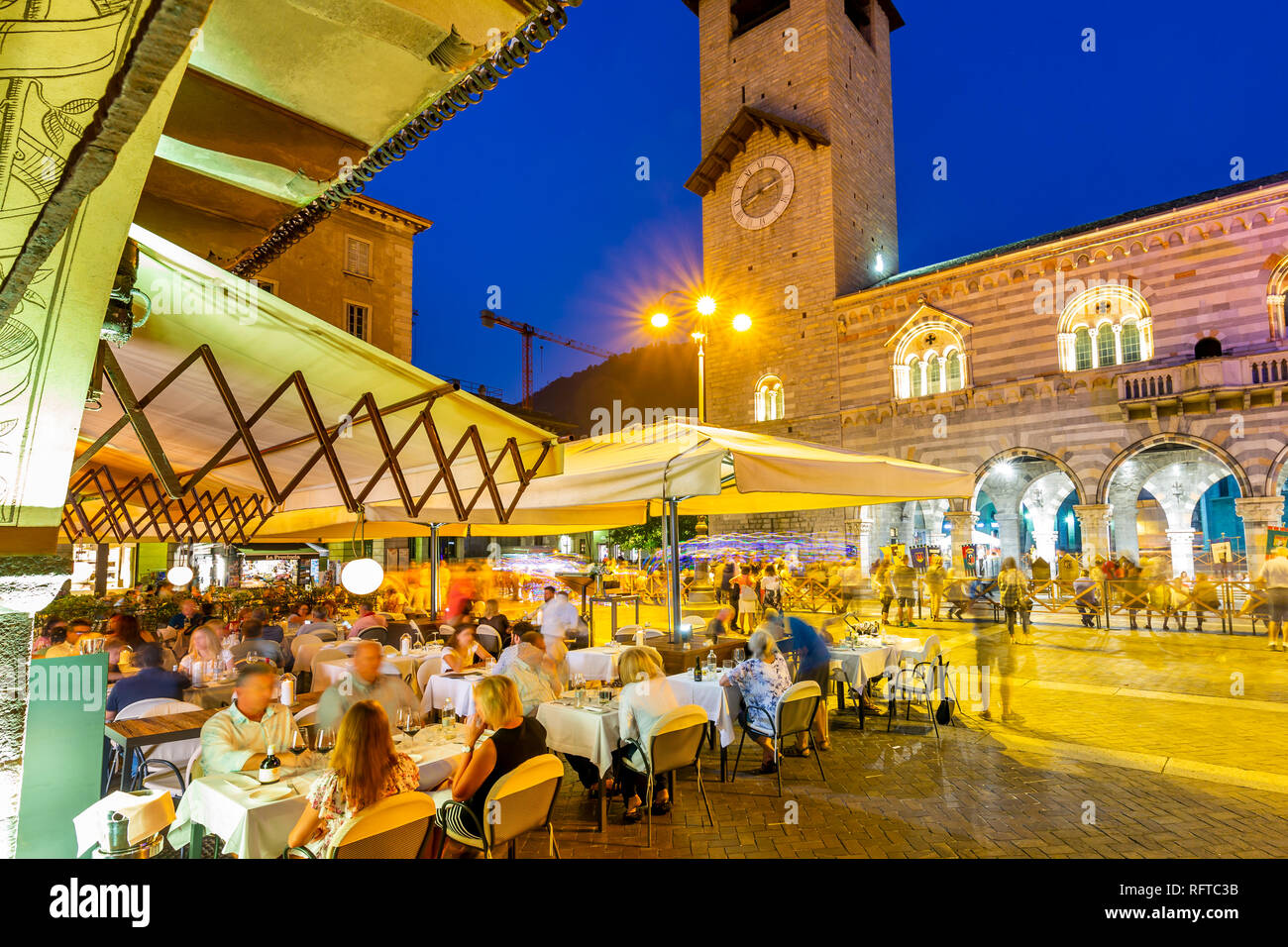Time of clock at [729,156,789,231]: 8:12
